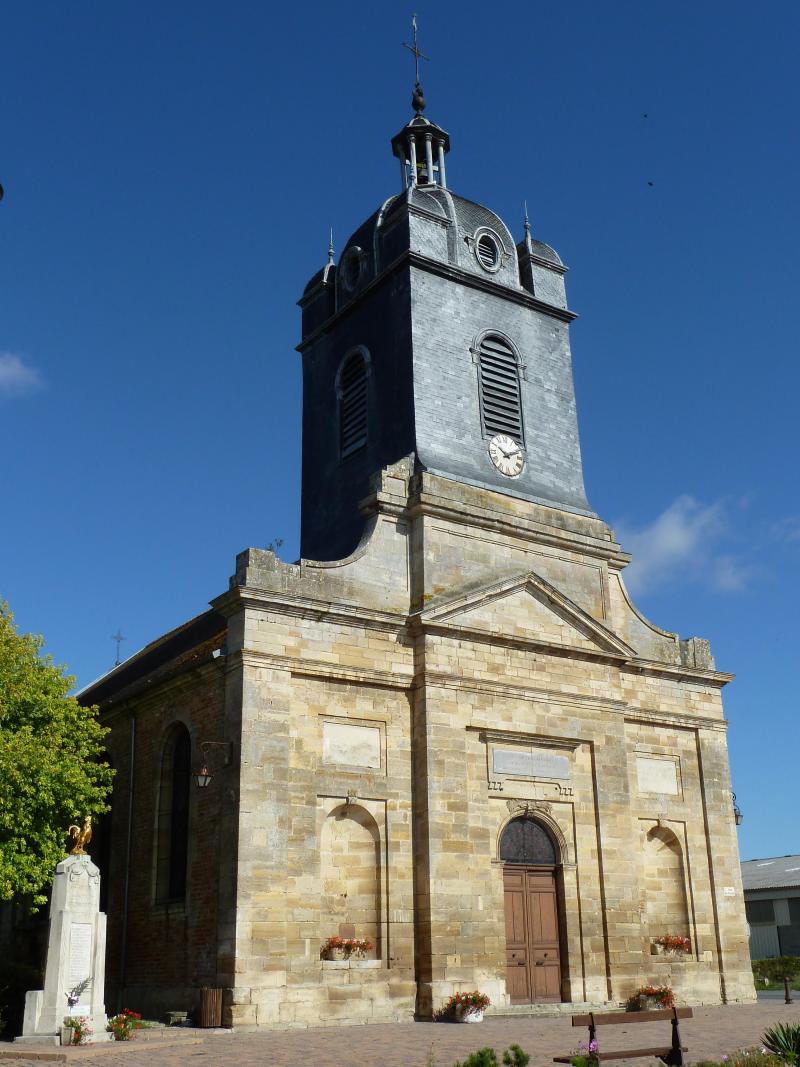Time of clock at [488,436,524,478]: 10:10
